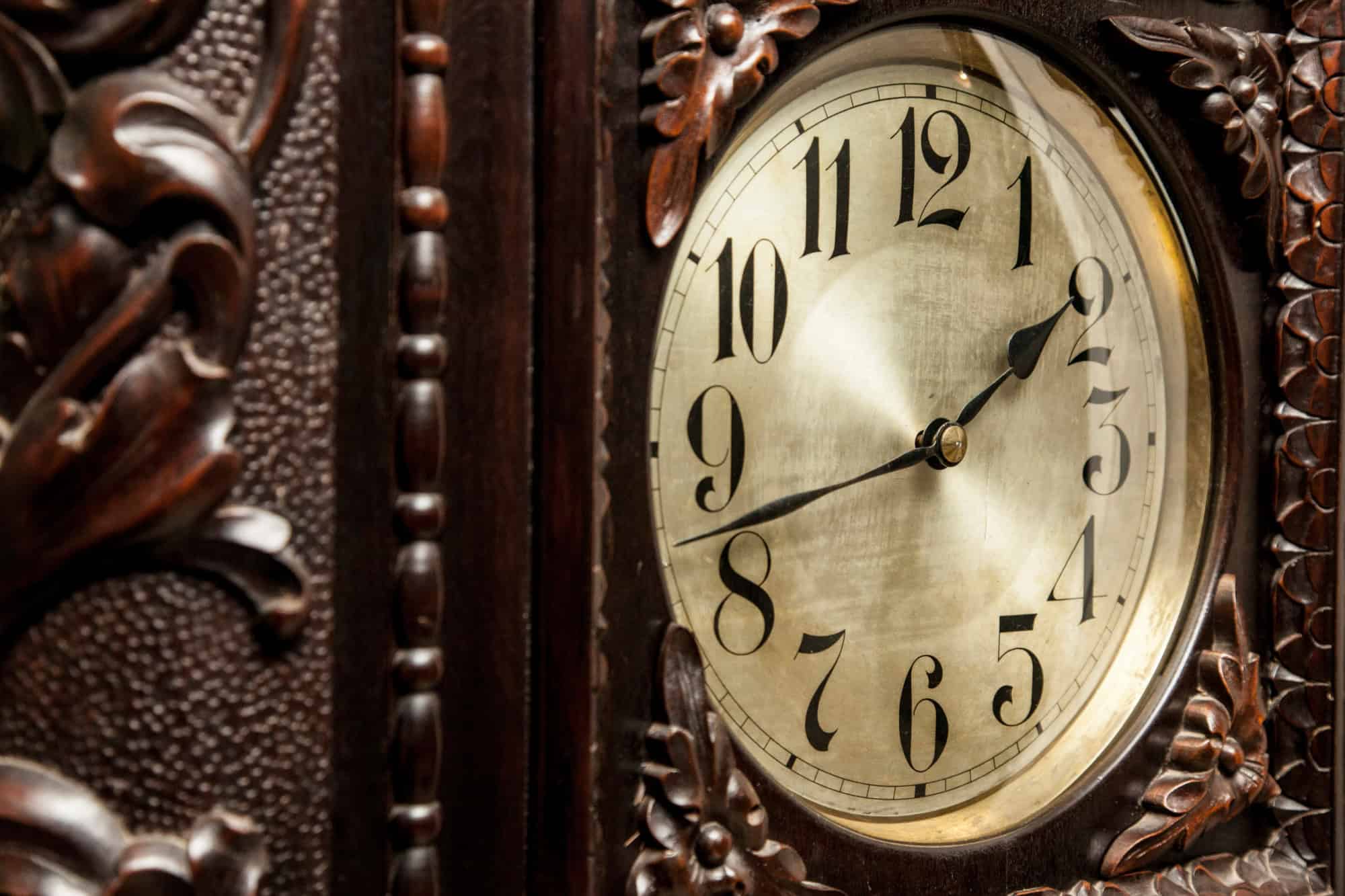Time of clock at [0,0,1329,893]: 1:42
